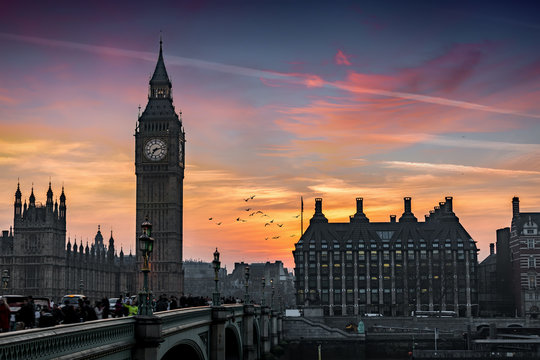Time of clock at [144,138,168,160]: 7:13
